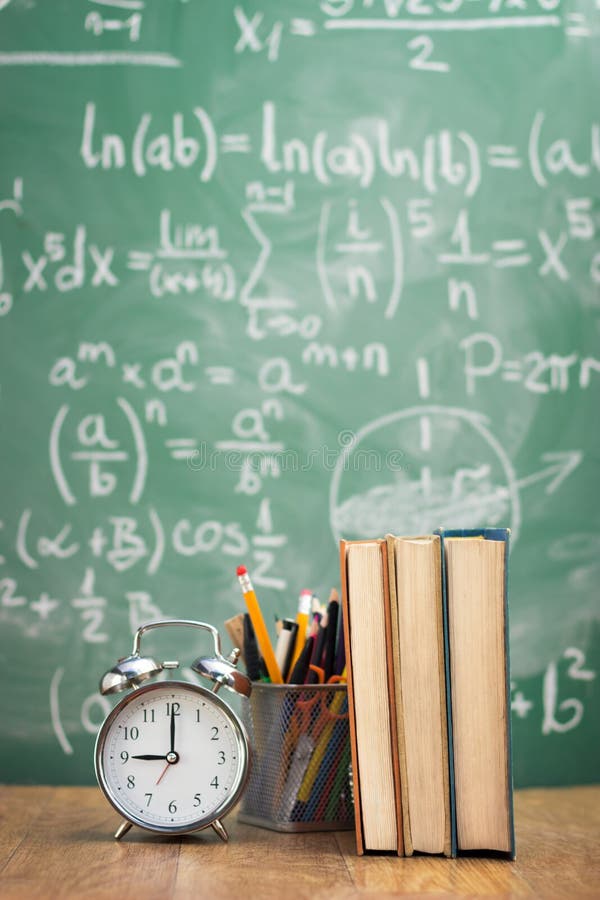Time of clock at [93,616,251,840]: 9:00
